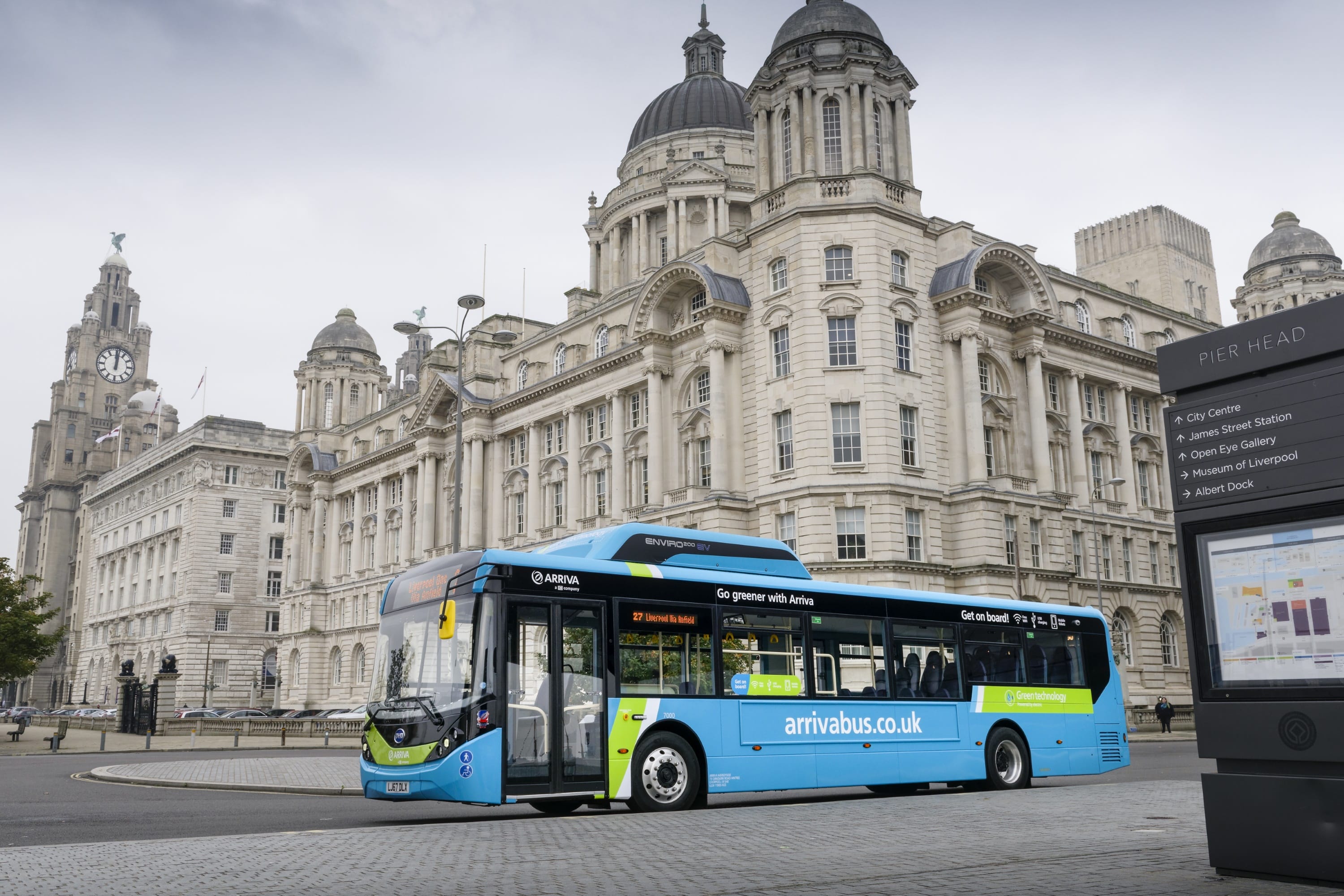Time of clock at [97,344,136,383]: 12:01
